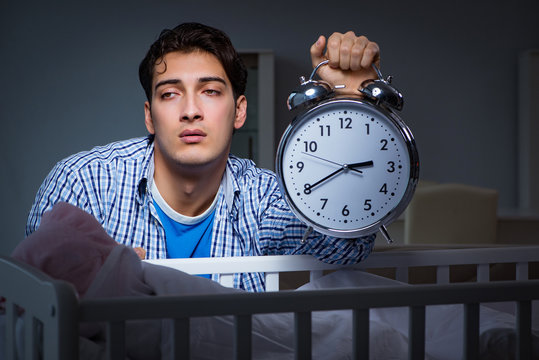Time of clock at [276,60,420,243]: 2:40
